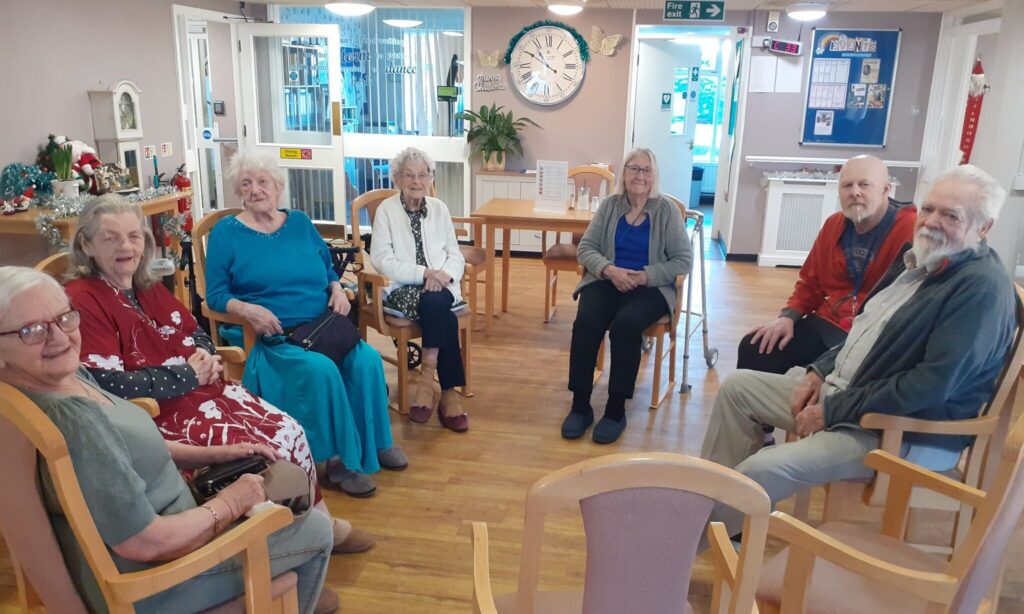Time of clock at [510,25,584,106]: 10:49
